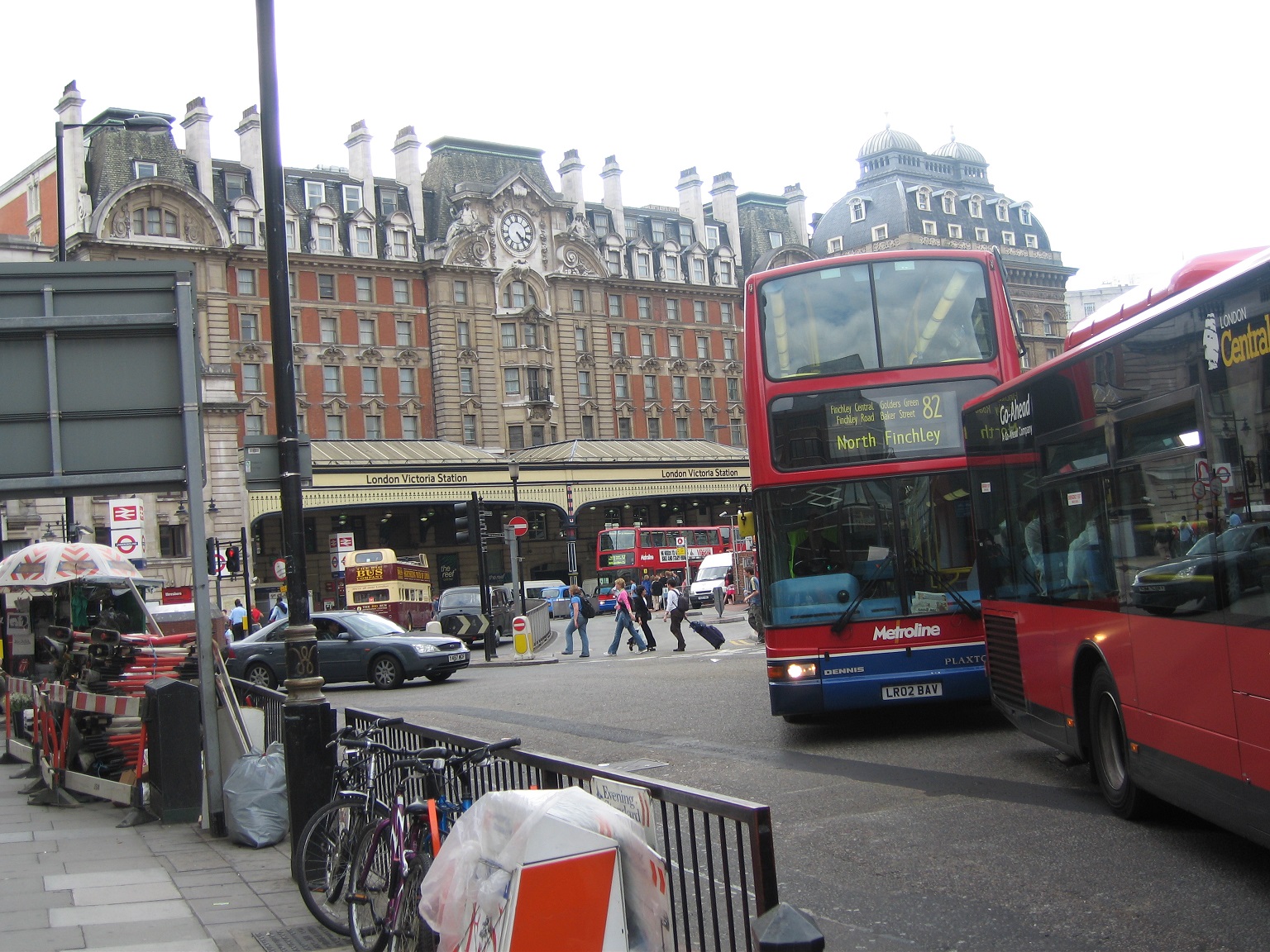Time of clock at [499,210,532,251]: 4:24
